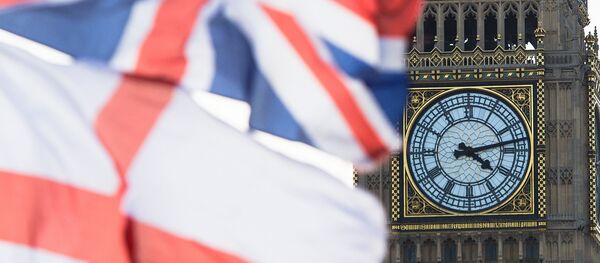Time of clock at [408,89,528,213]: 4:12
